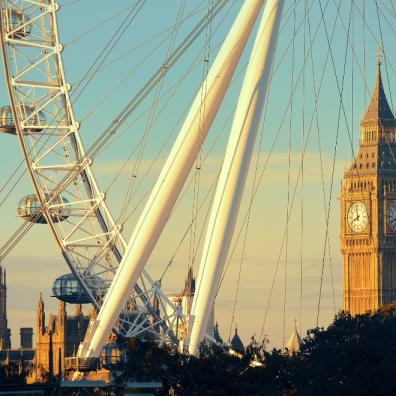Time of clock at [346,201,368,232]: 7:58
